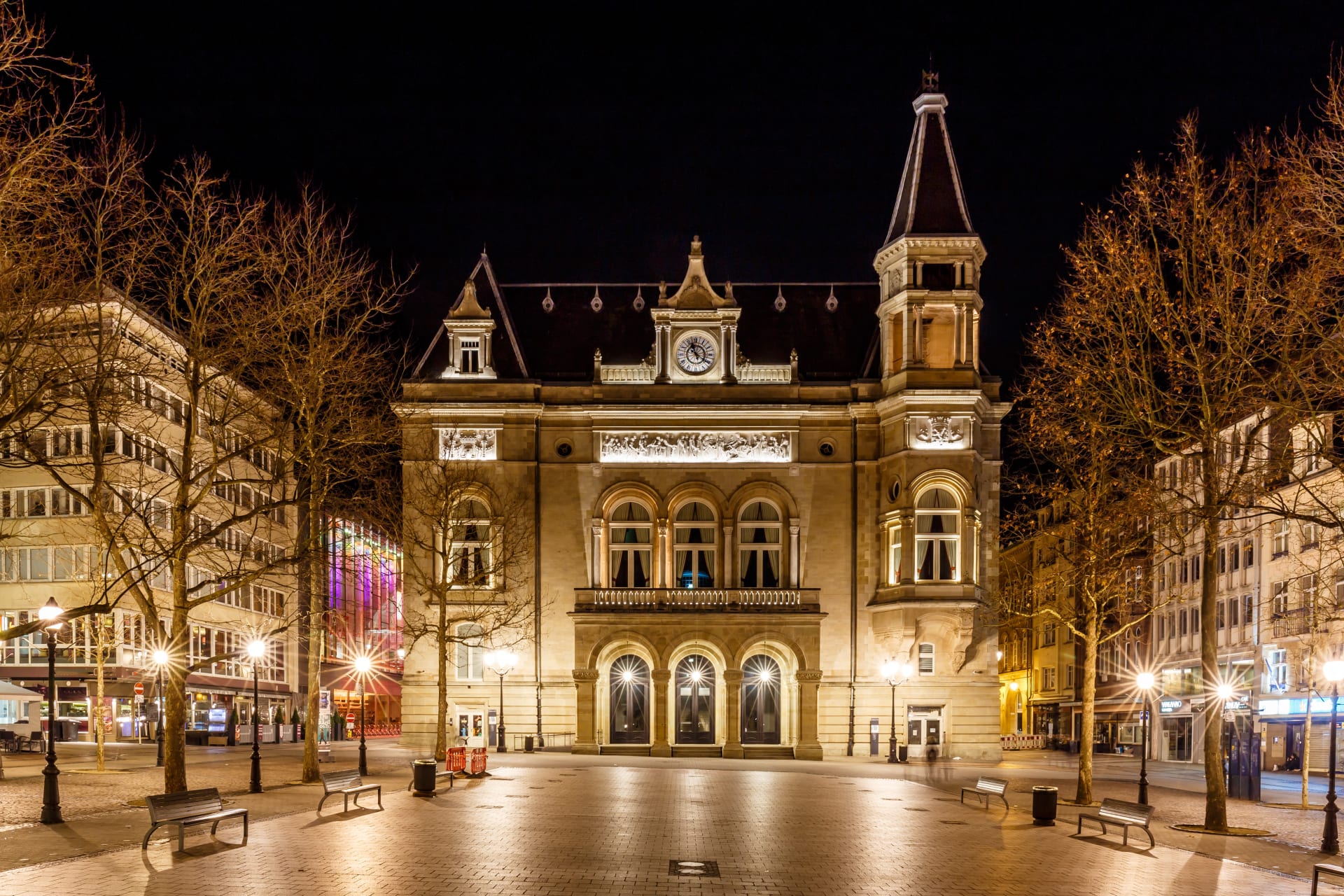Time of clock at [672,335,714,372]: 11:20
